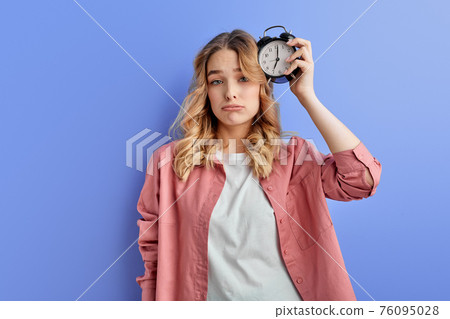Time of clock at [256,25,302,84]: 7:01
